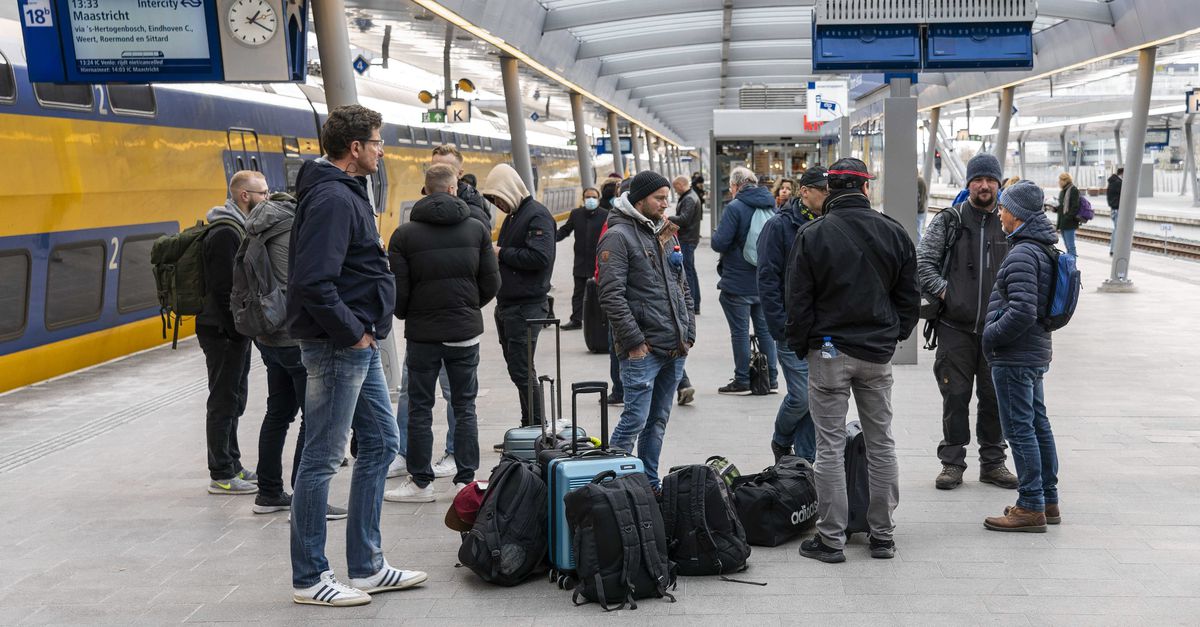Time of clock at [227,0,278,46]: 1:20
